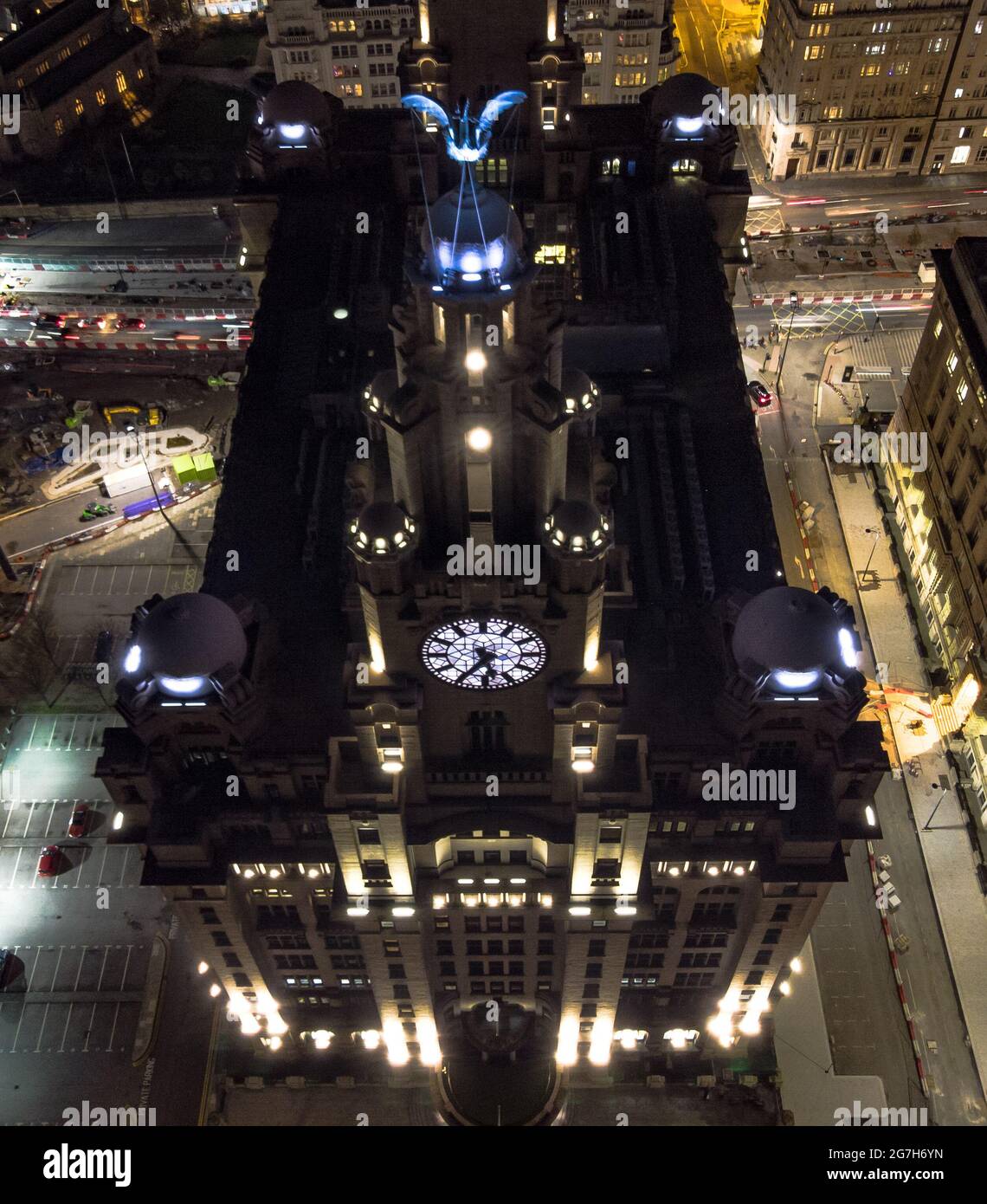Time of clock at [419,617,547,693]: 5:35
